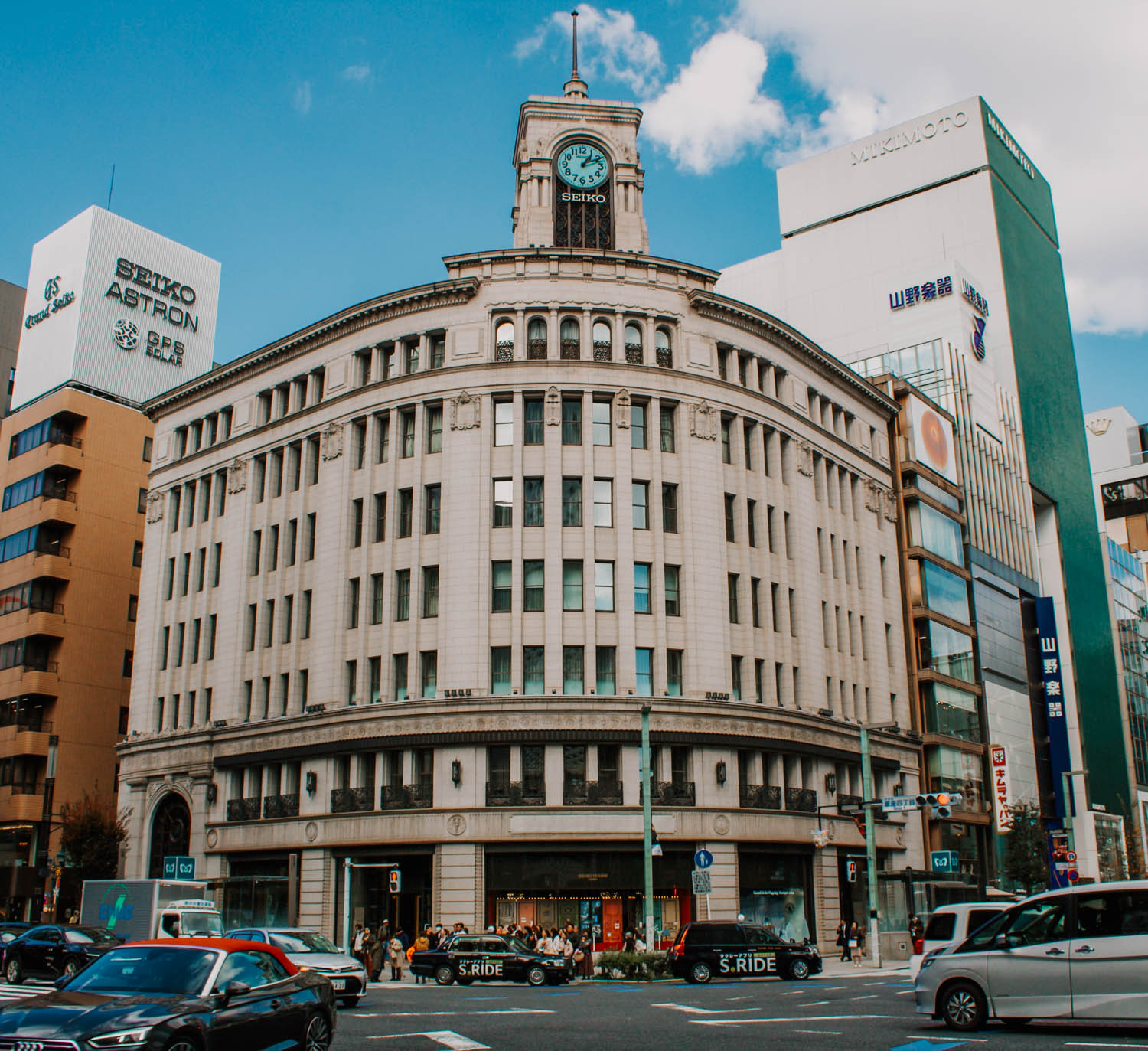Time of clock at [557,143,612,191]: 1:10
